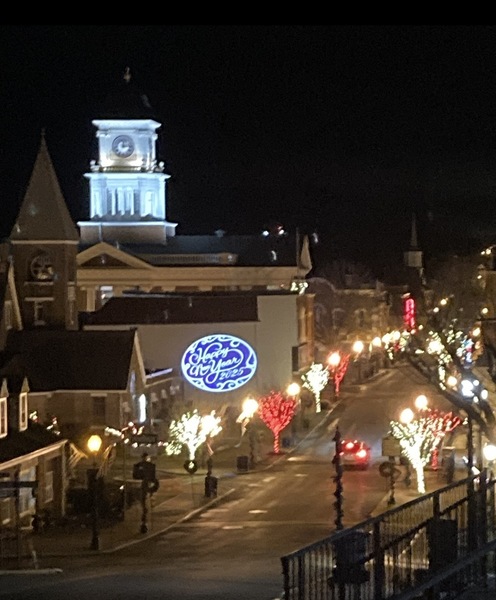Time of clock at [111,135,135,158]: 12:13
